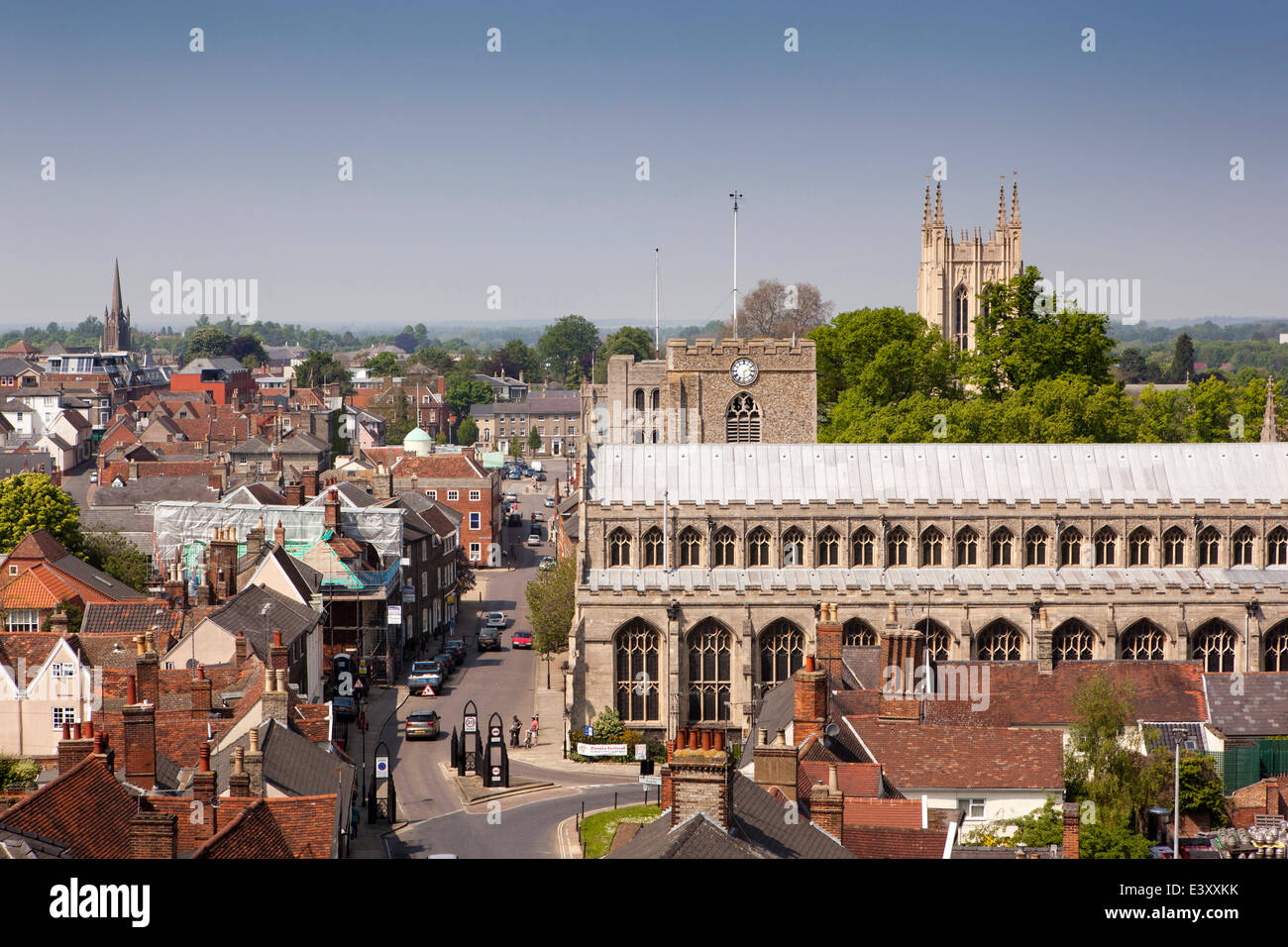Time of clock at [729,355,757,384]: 2:29
